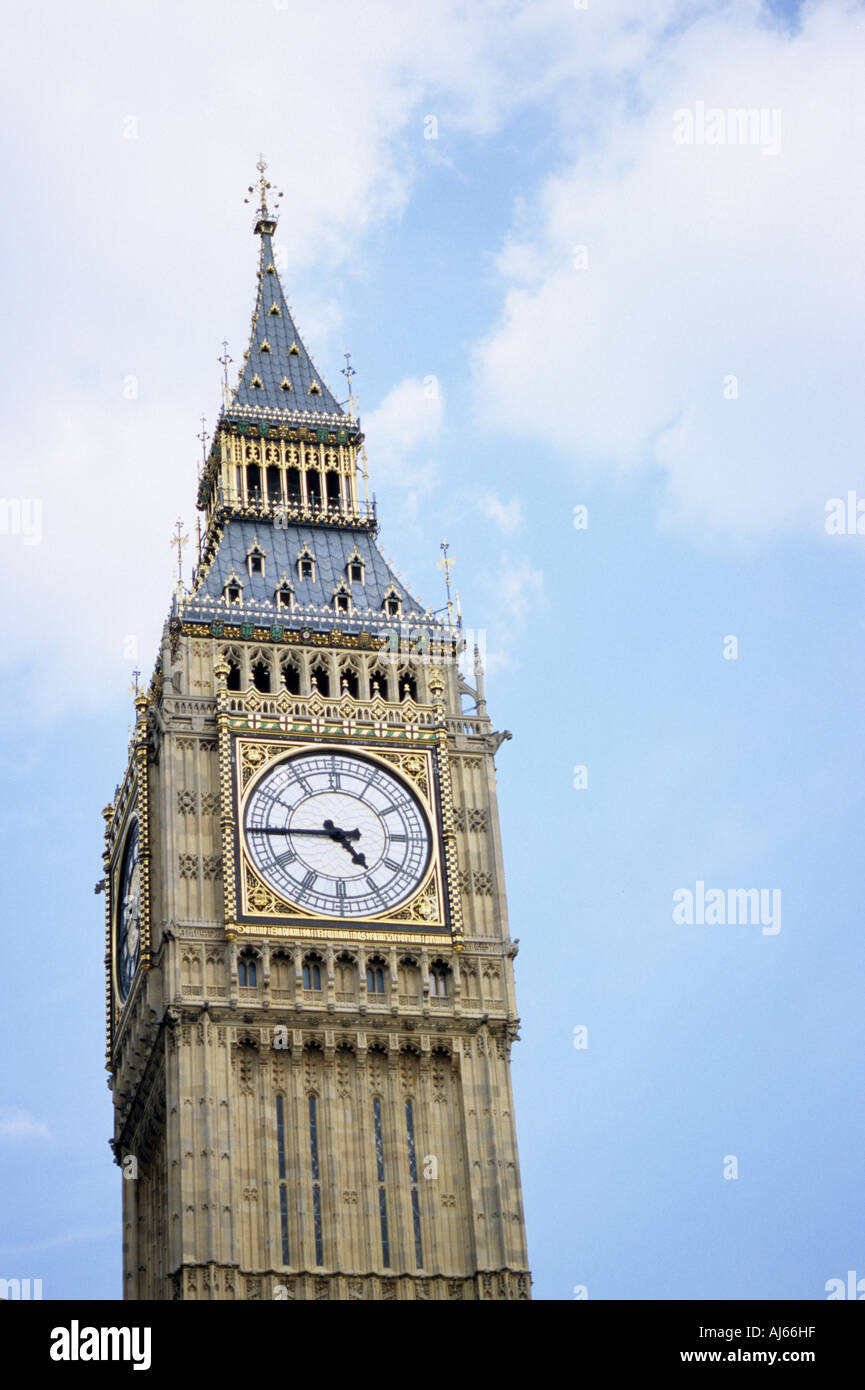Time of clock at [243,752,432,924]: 4:44
